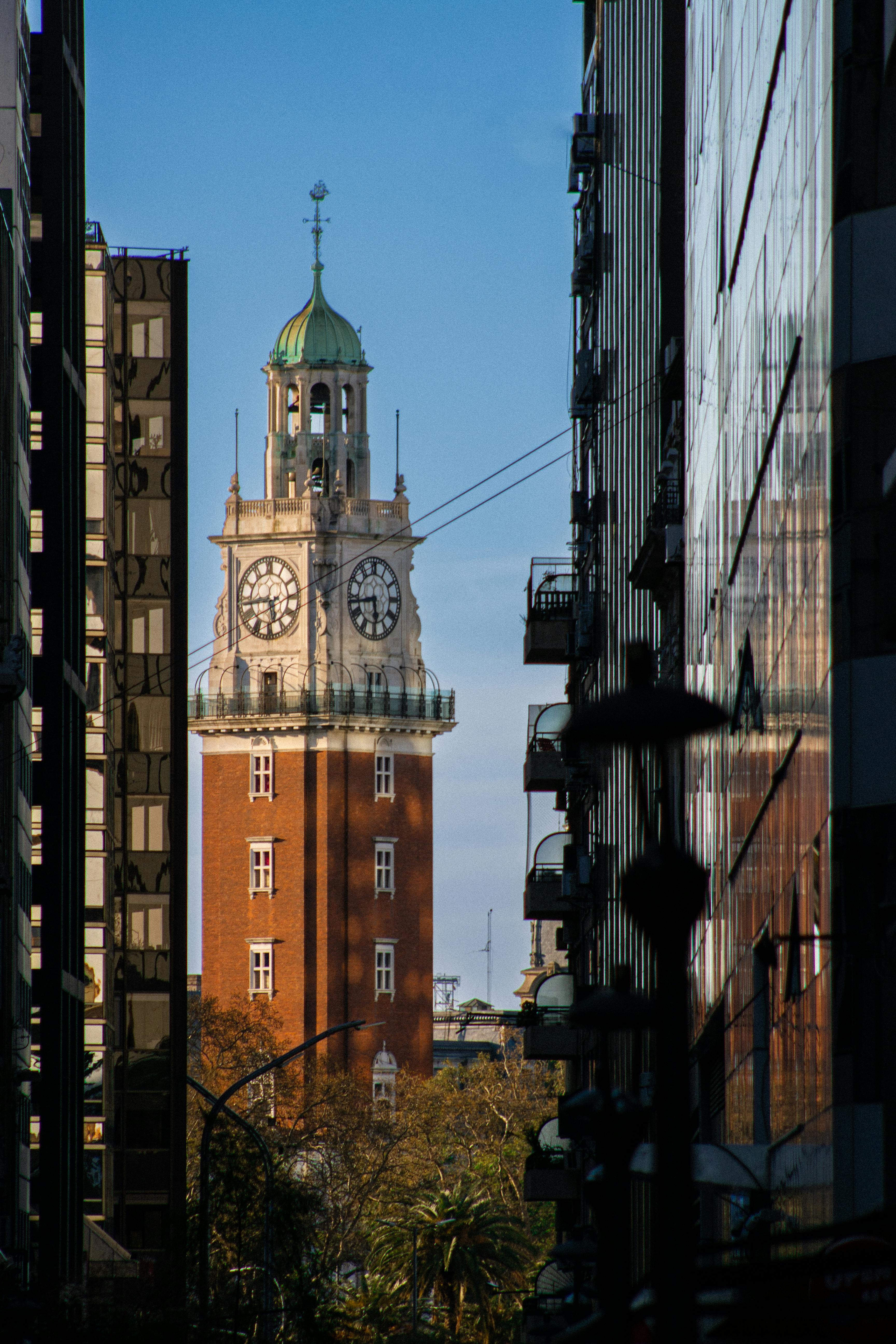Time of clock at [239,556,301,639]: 5:44
